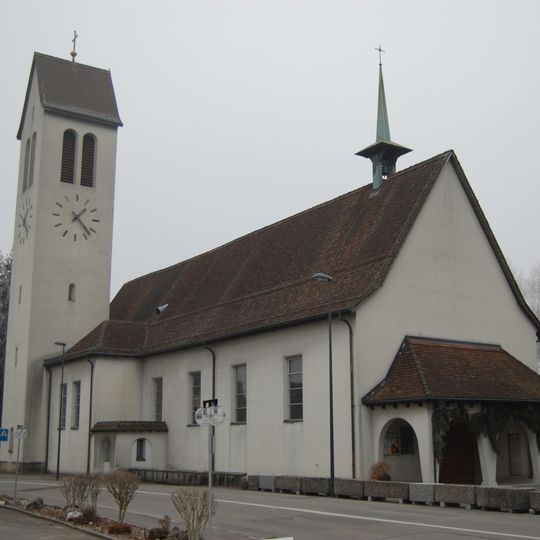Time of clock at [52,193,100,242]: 1:22
